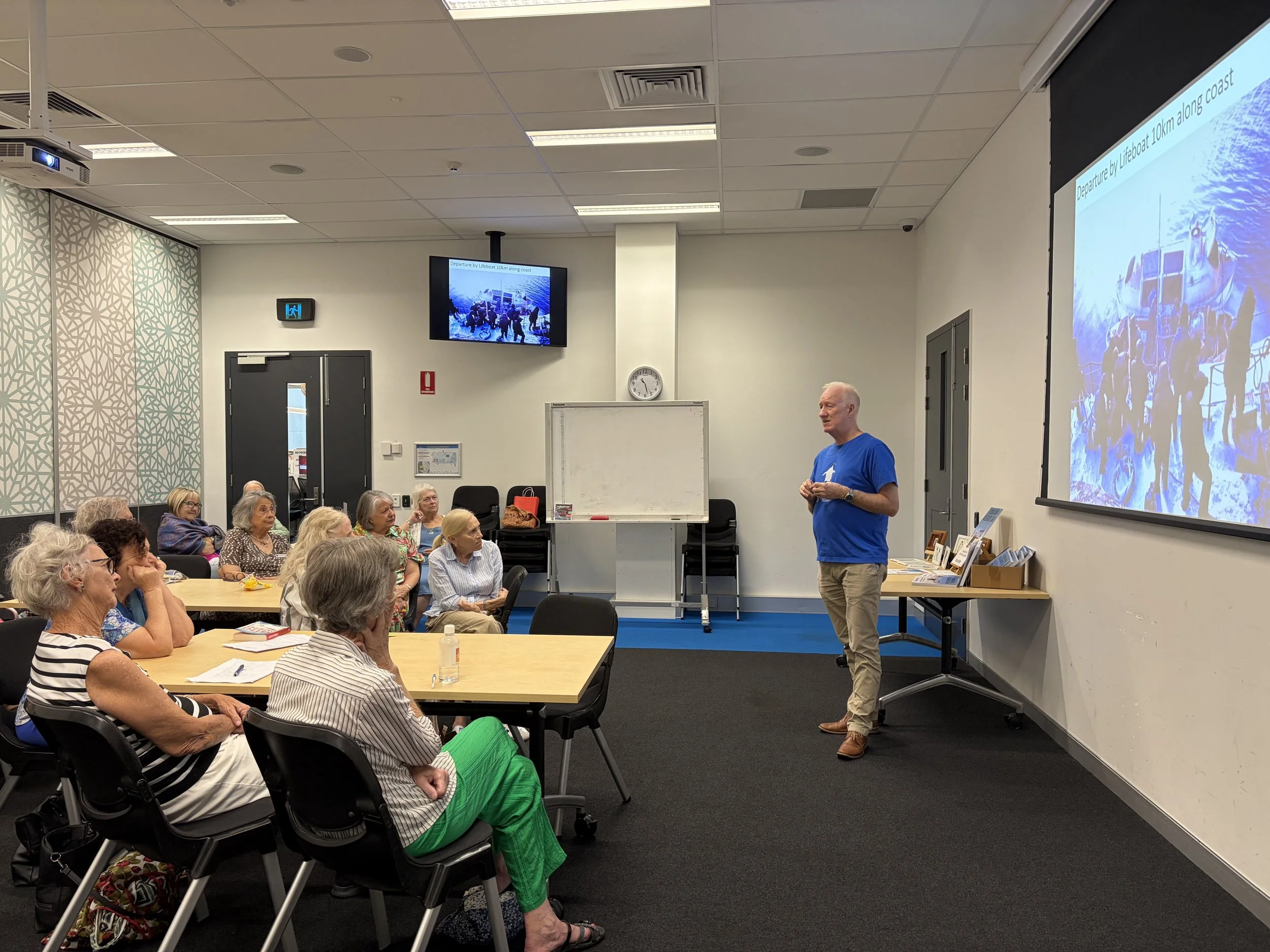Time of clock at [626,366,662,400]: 10:27
